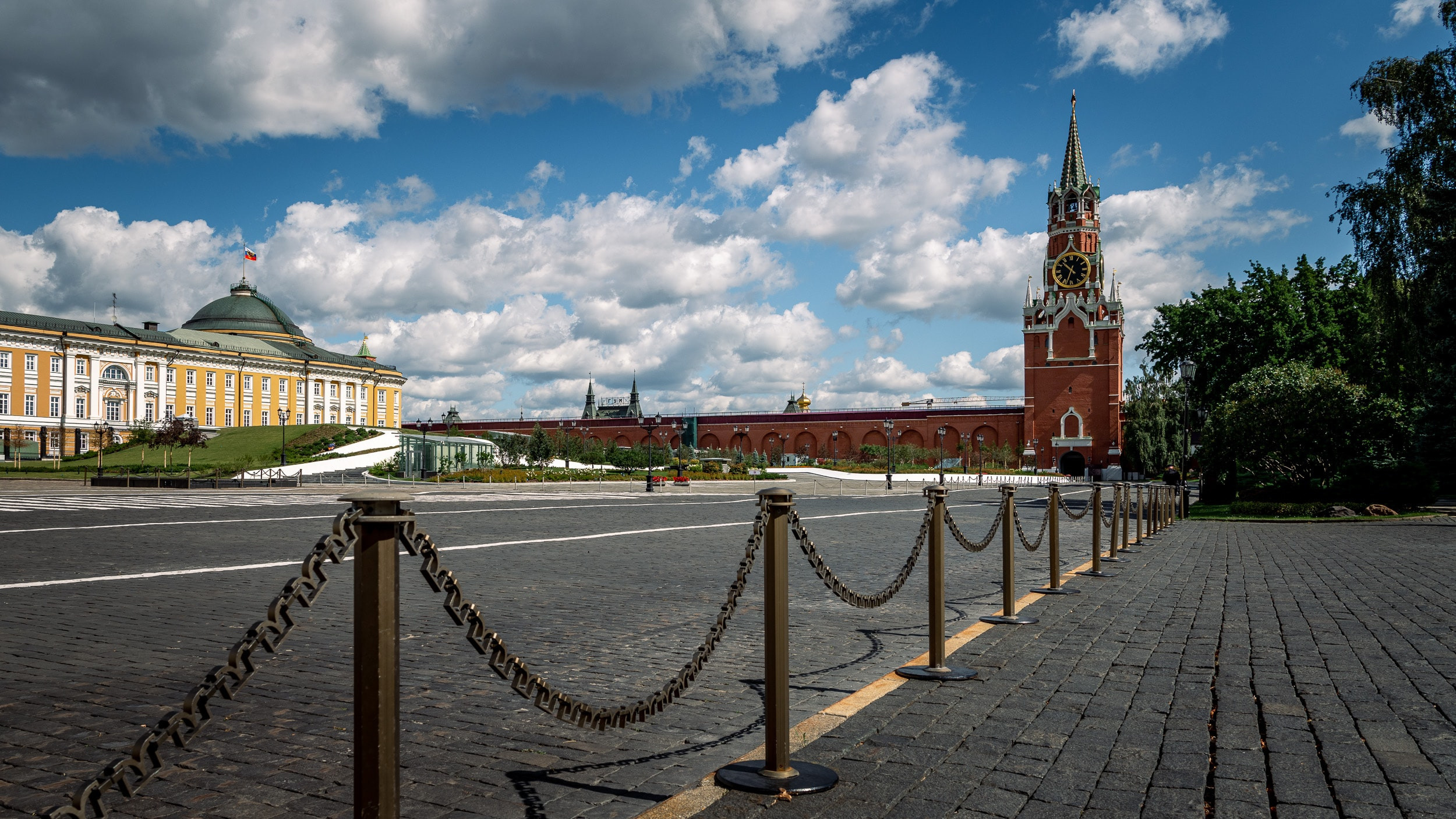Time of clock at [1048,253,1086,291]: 10:33
